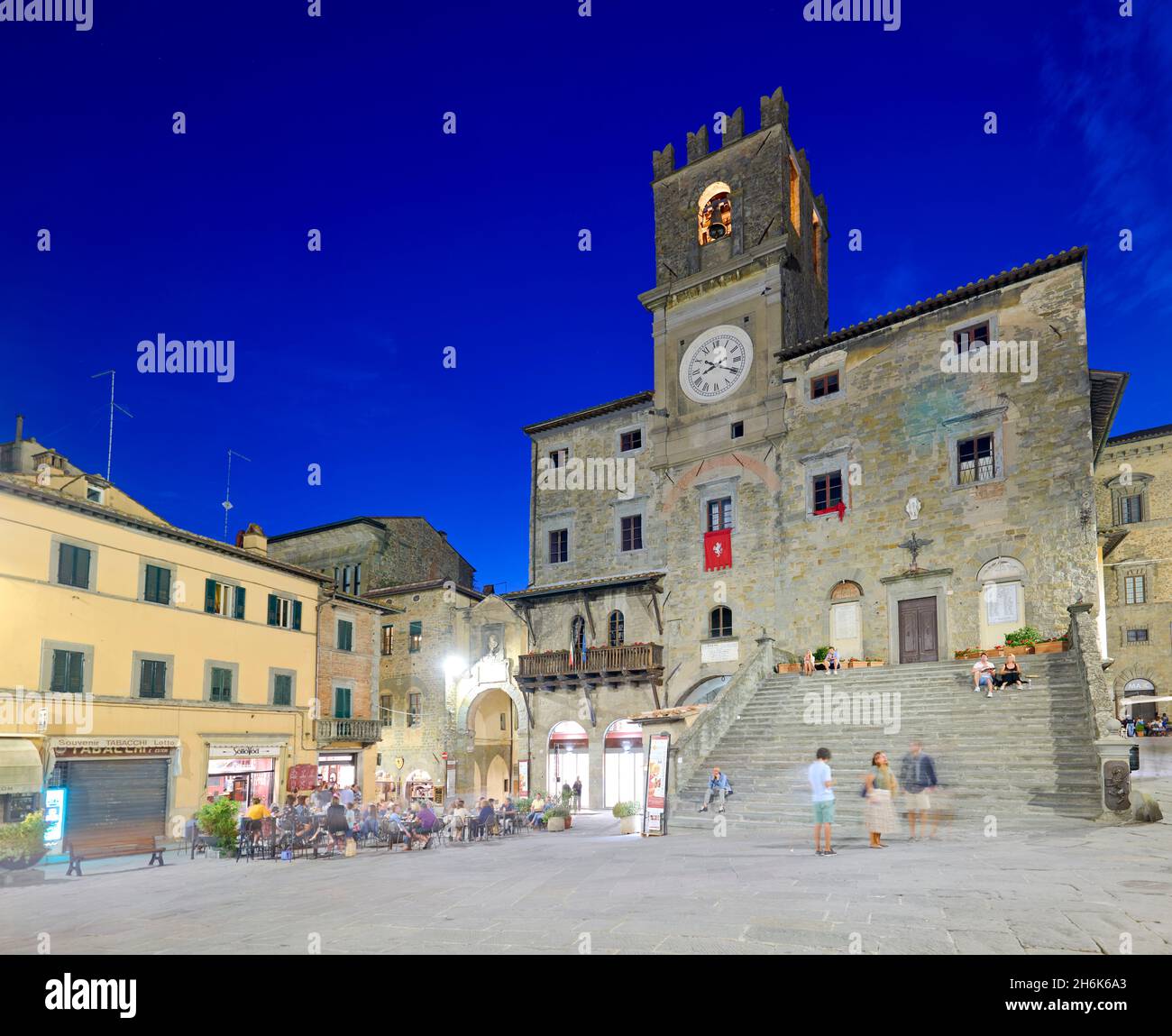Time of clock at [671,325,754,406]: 8:19
